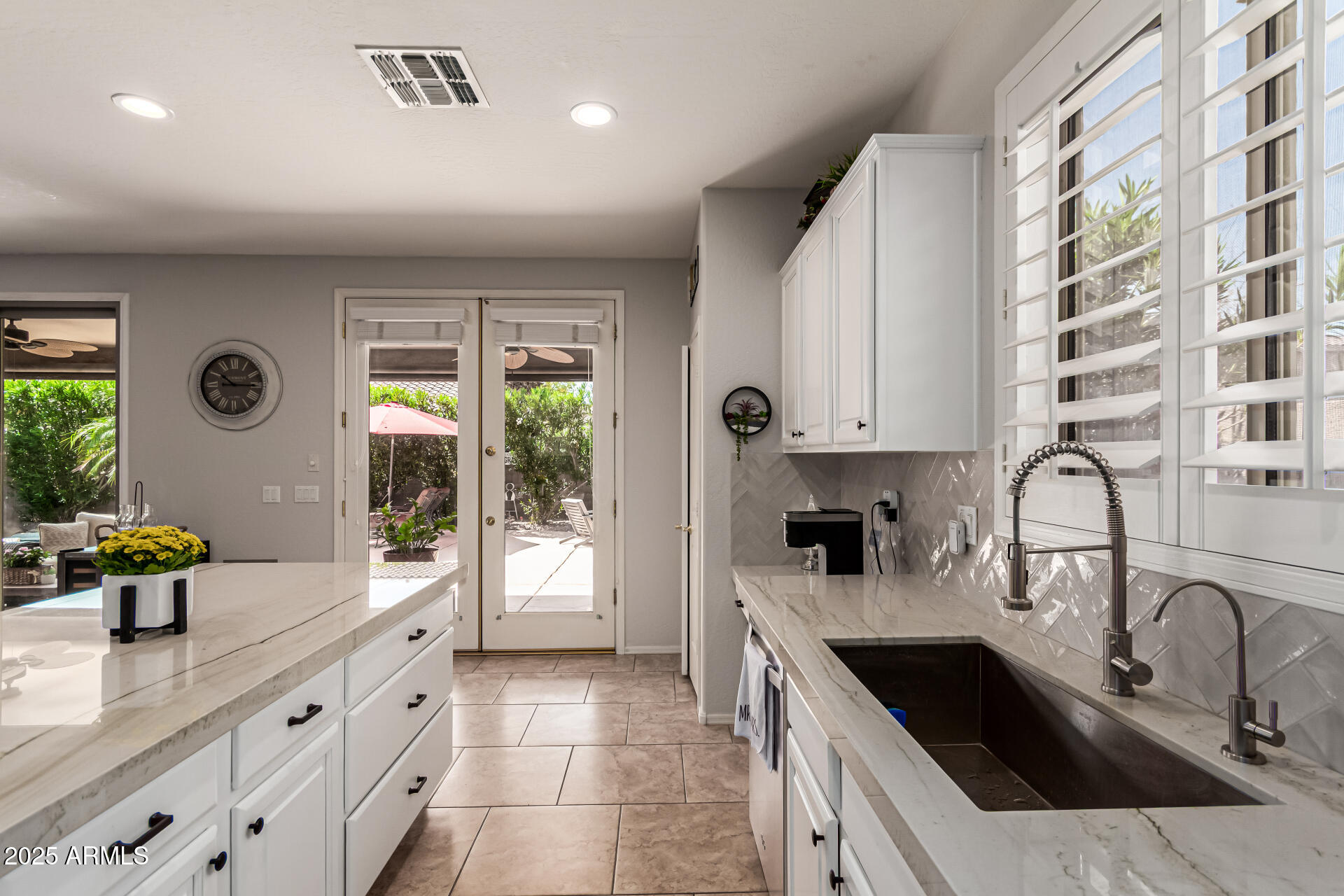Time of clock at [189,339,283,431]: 10:14
